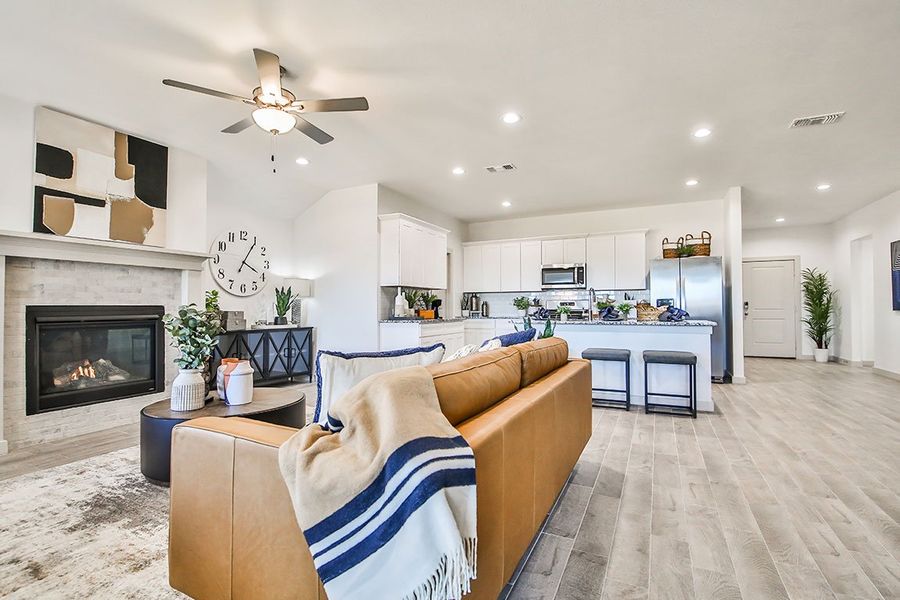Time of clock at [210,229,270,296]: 4:05
